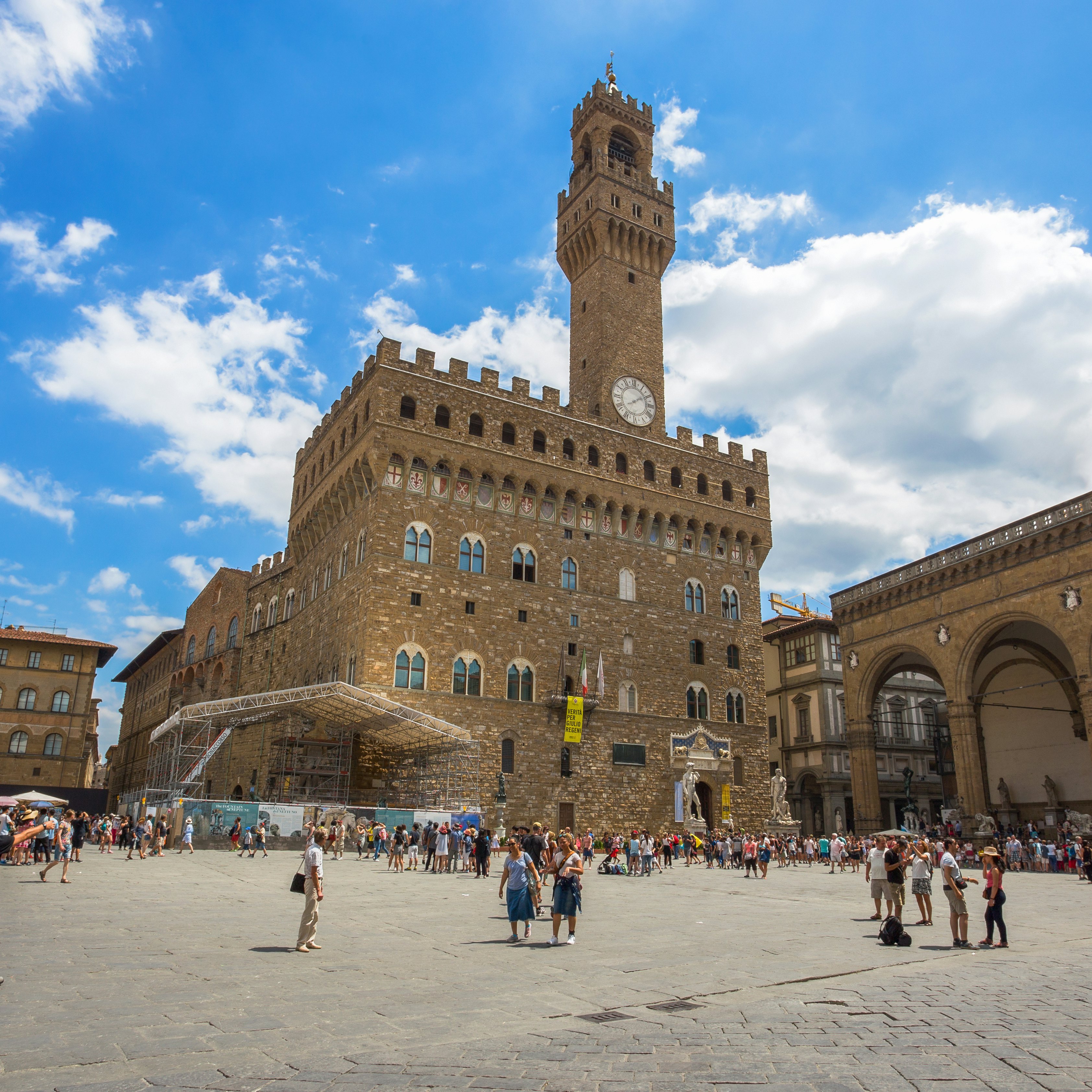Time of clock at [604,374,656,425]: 8:09
